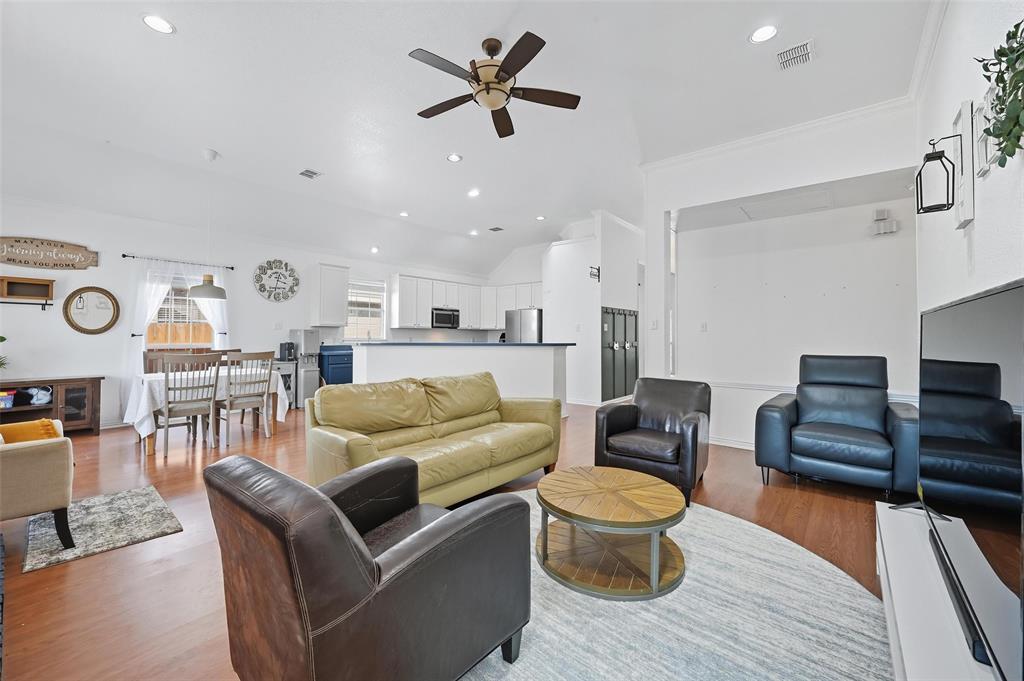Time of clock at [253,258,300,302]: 3:33
